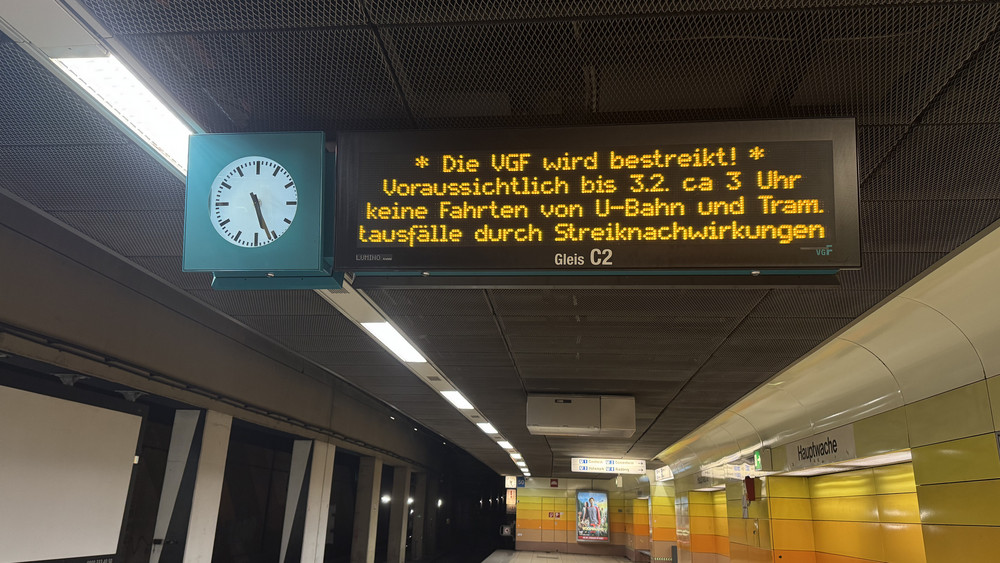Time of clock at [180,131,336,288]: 5:26
